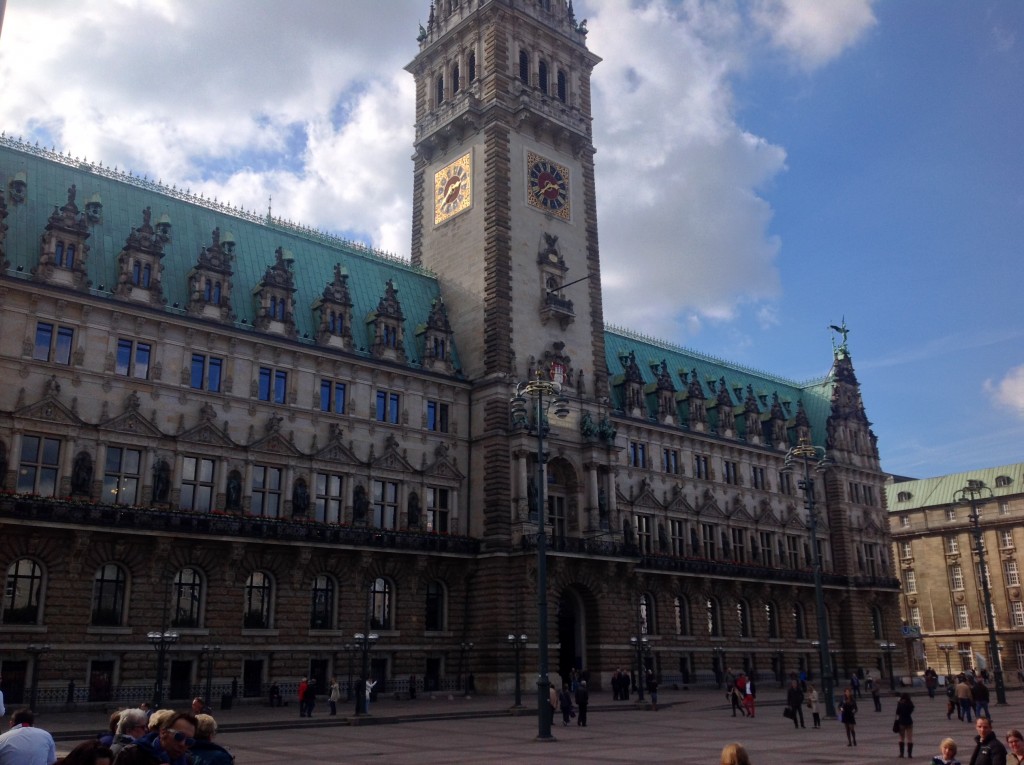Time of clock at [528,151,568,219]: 2:38
